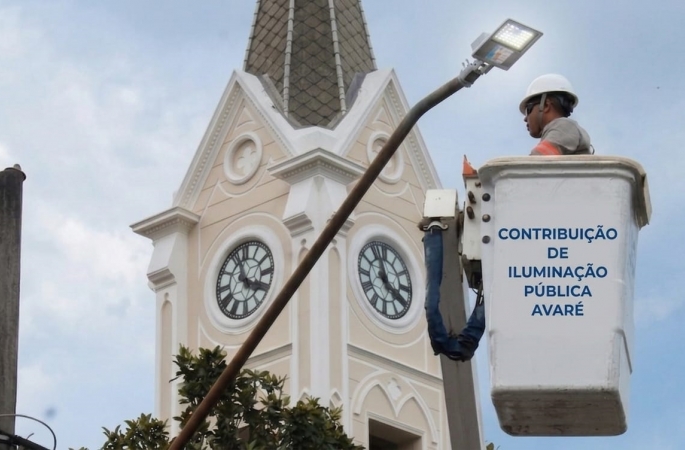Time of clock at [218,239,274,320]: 3:57
